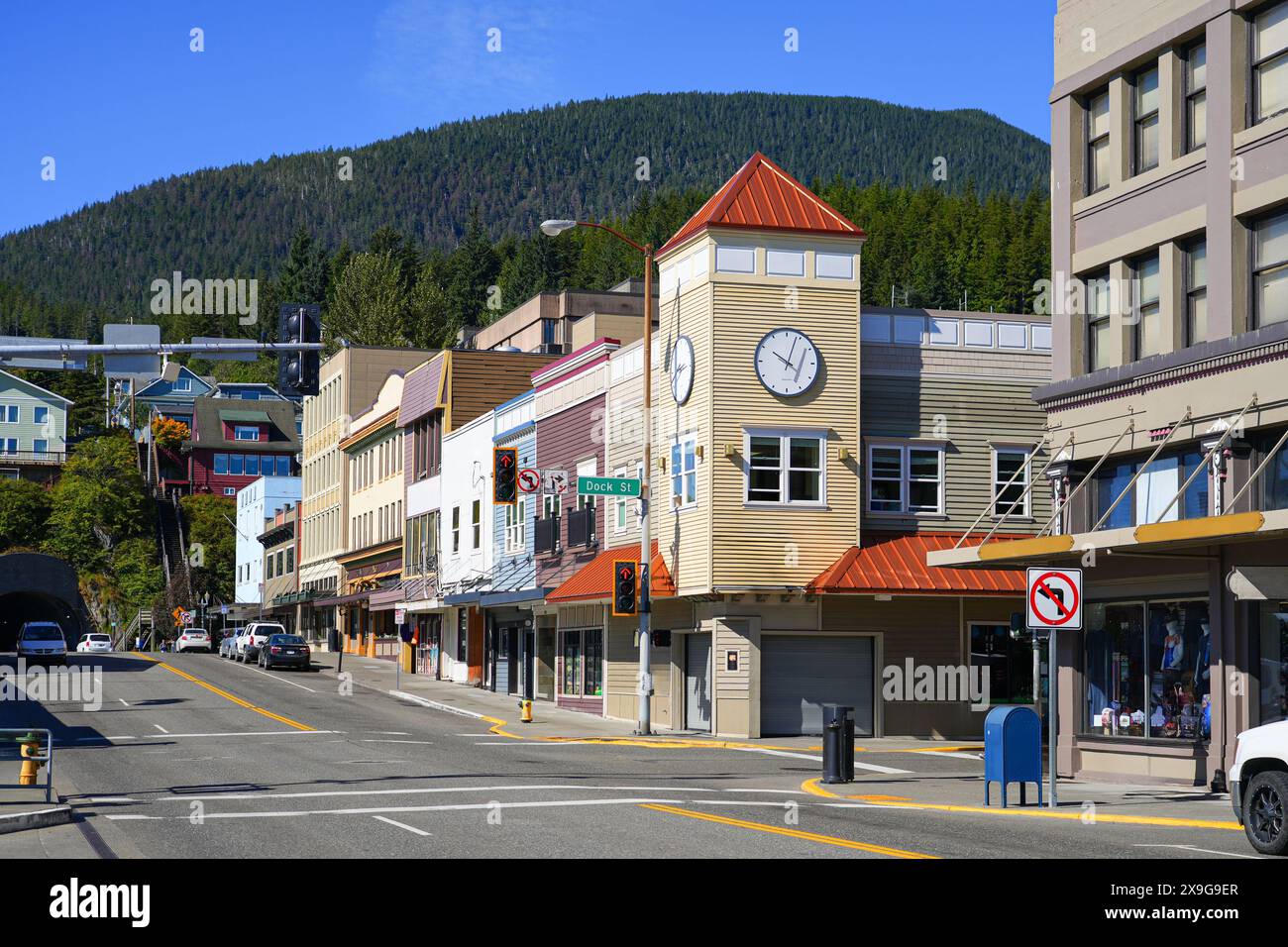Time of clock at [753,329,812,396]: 10:03
